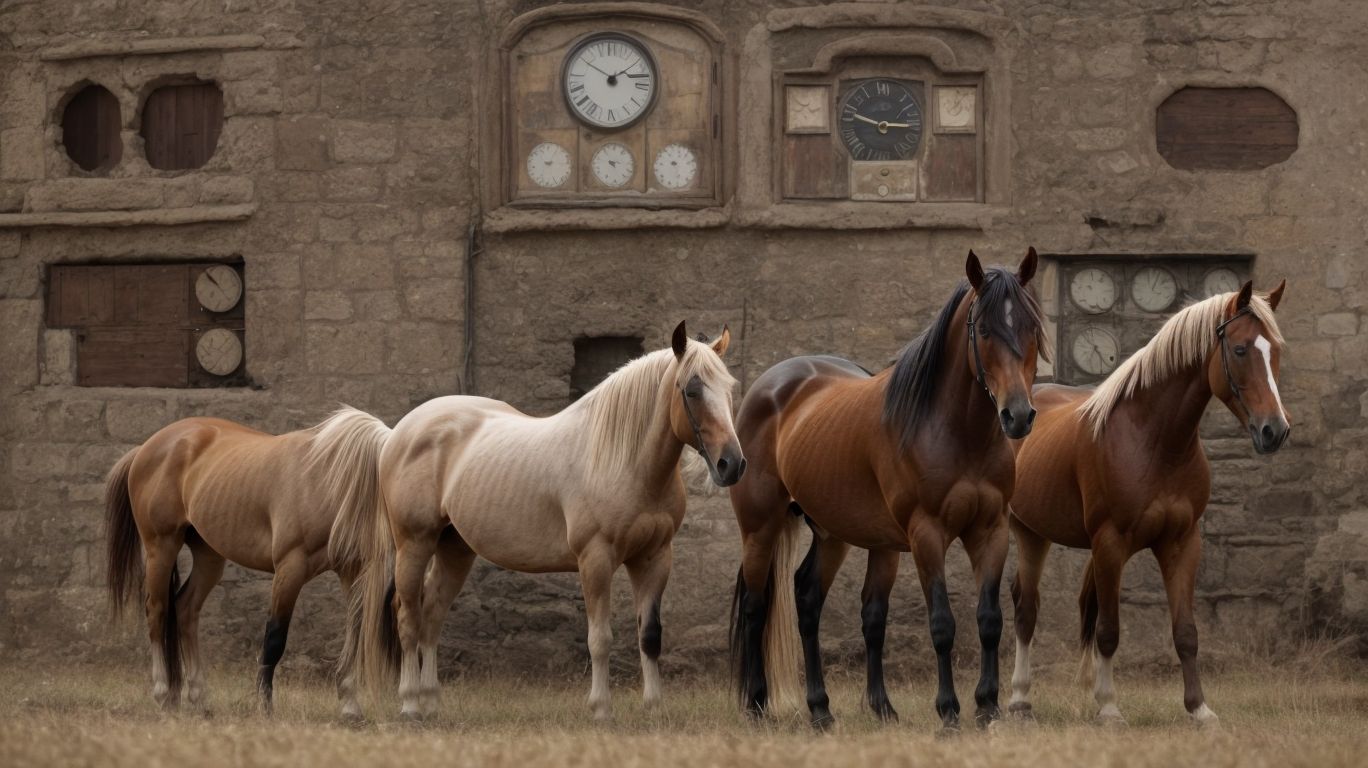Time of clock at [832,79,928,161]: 2:48
